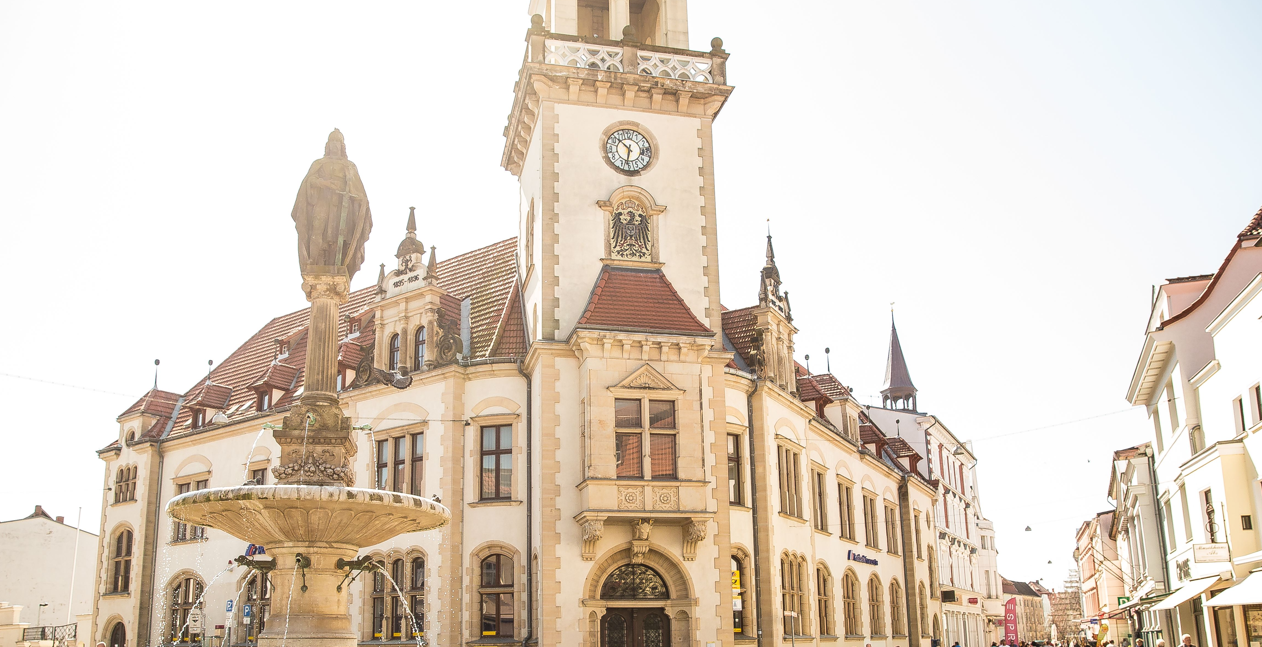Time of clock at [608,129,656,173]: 10:32
